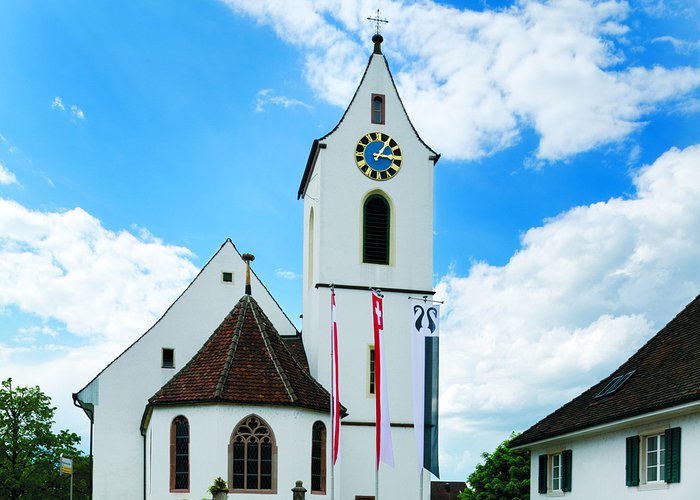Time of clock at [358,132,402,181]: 3:05
